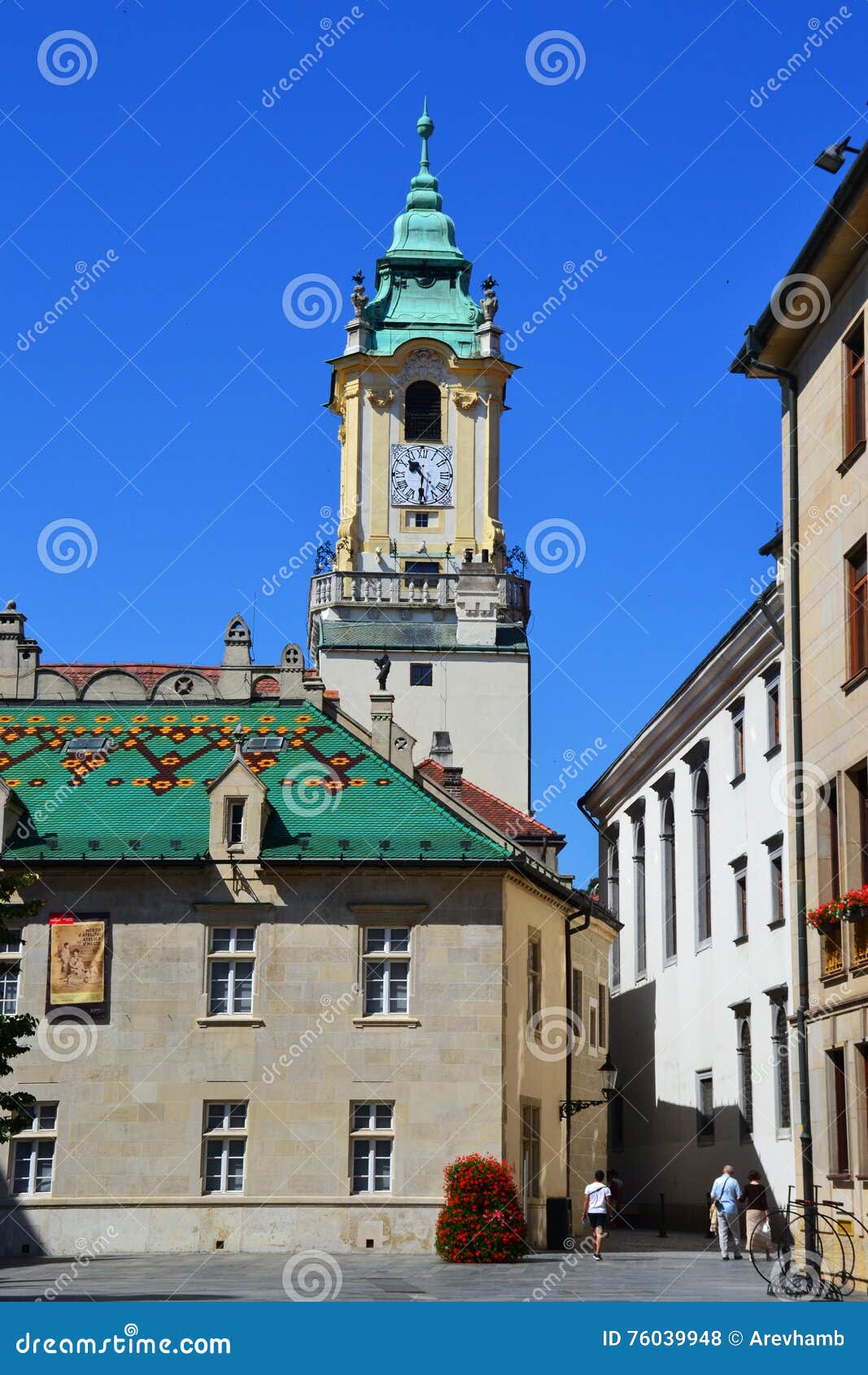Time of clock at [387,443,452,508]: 10:30
